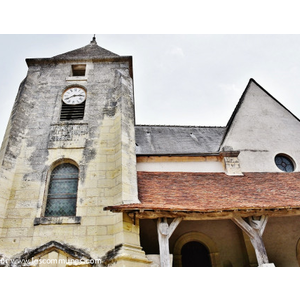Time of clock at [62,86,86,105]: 2:40
